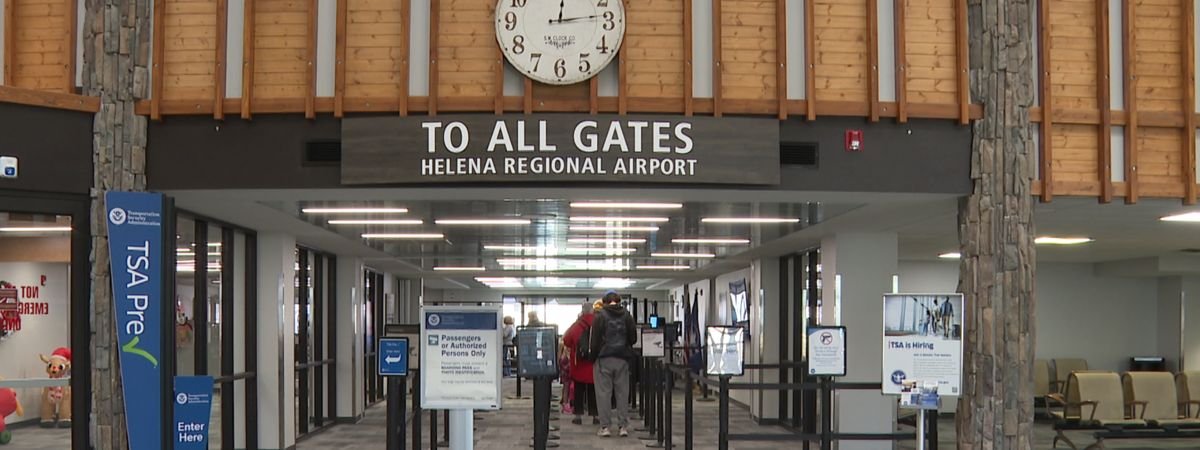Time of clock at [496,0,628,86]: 12:13
